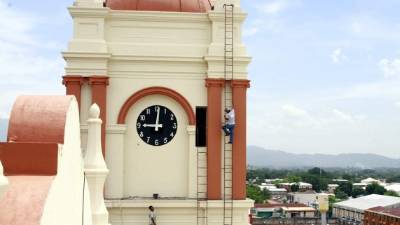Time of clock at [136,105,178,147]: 9:01
